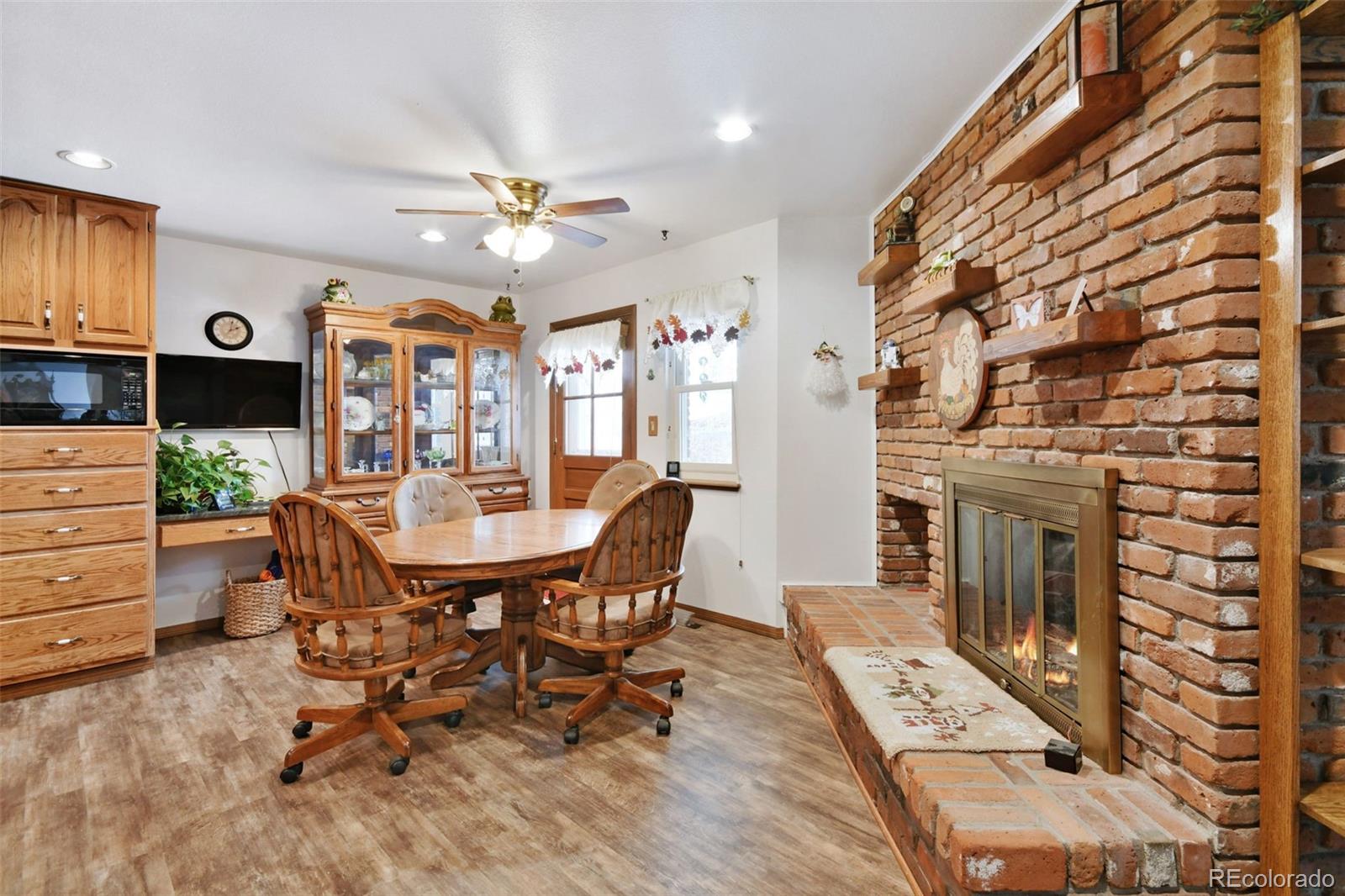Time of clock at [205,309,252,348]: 2:02
